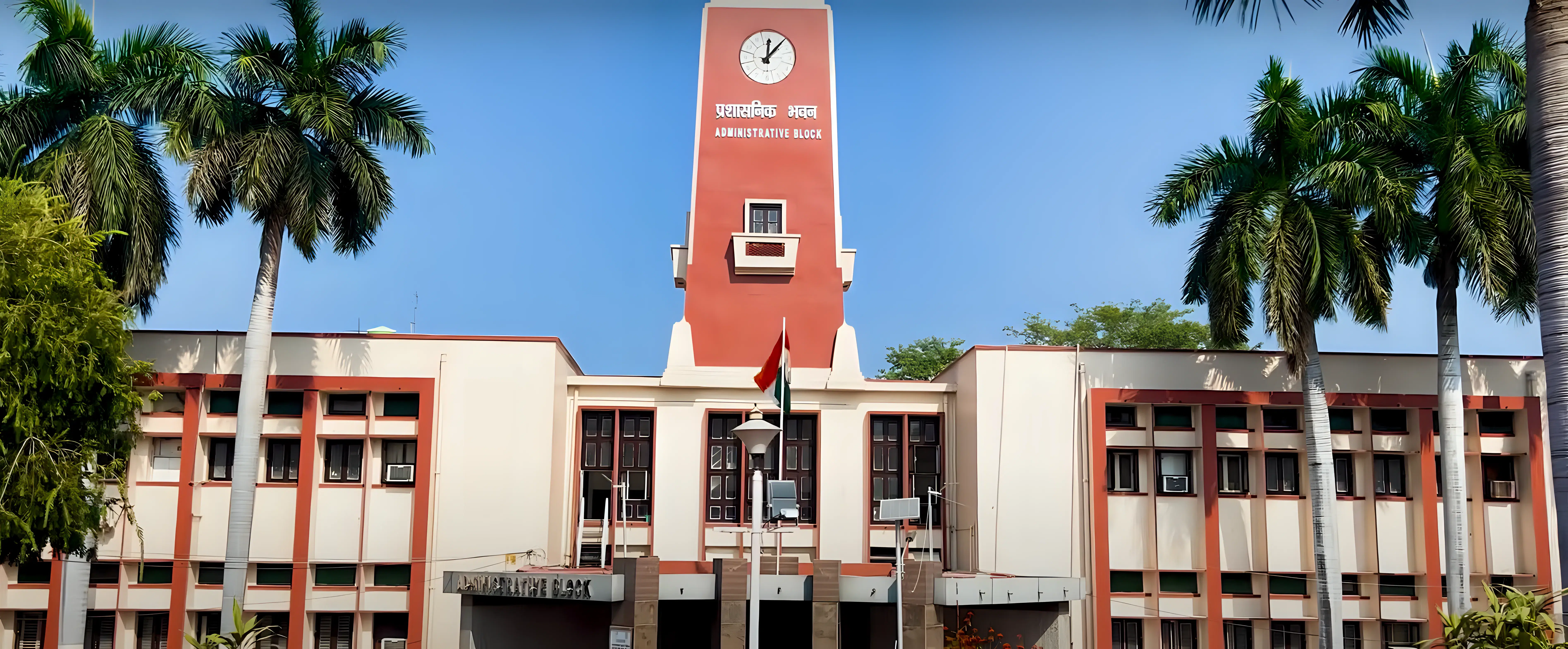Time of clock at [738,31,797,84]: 12:07
